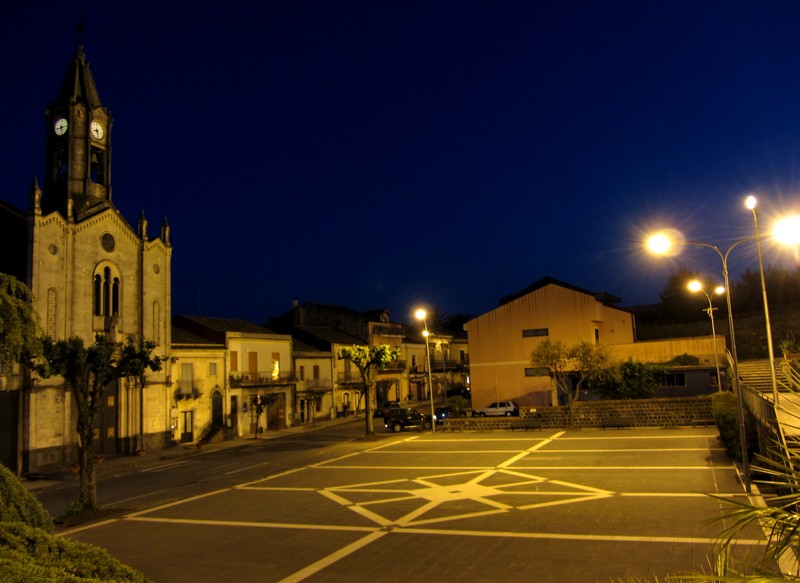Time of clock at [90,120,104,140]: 8:27
